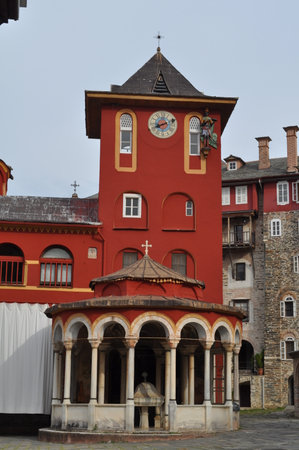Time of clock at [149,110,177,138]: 8:11
